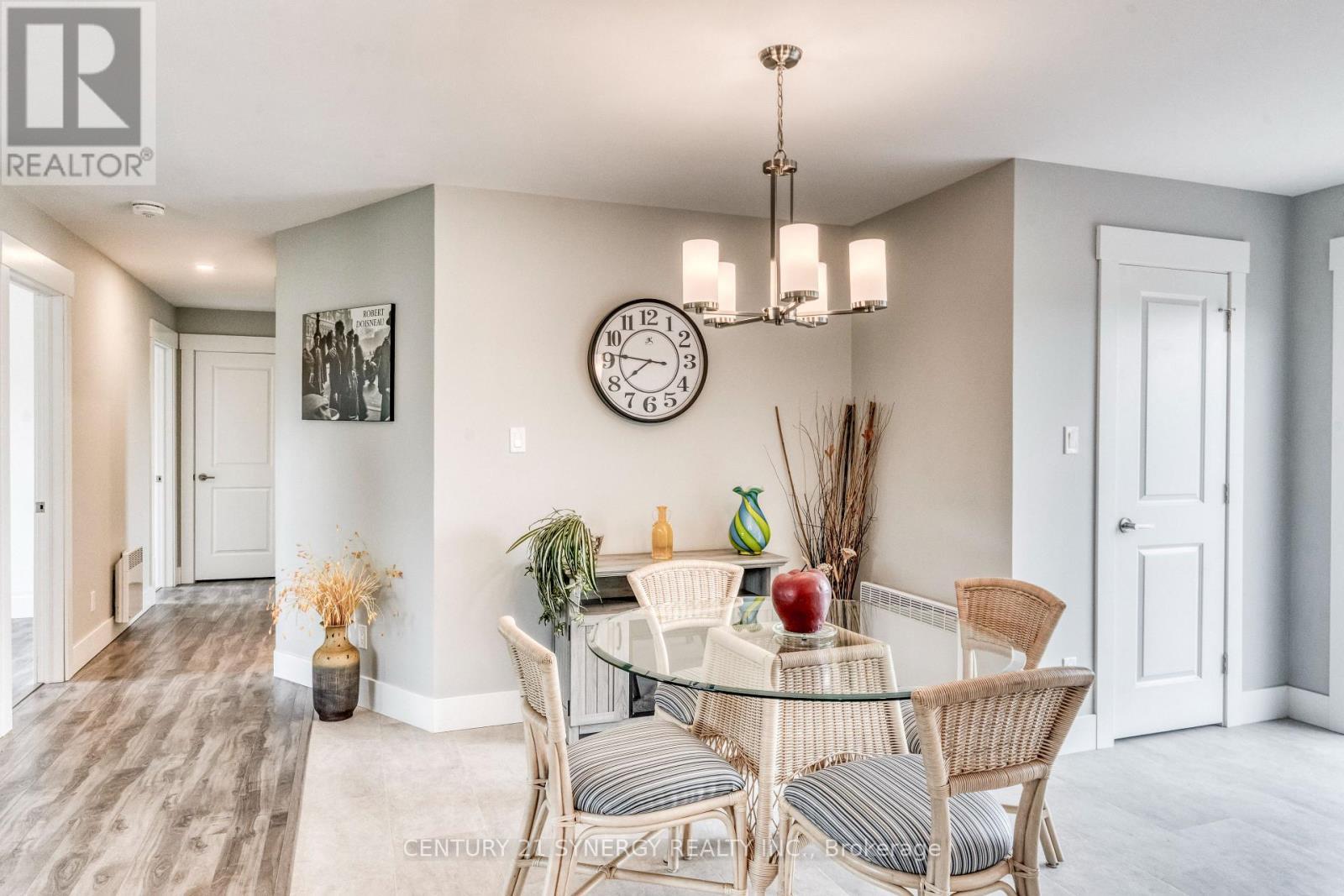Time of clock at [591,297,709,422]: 7:46
